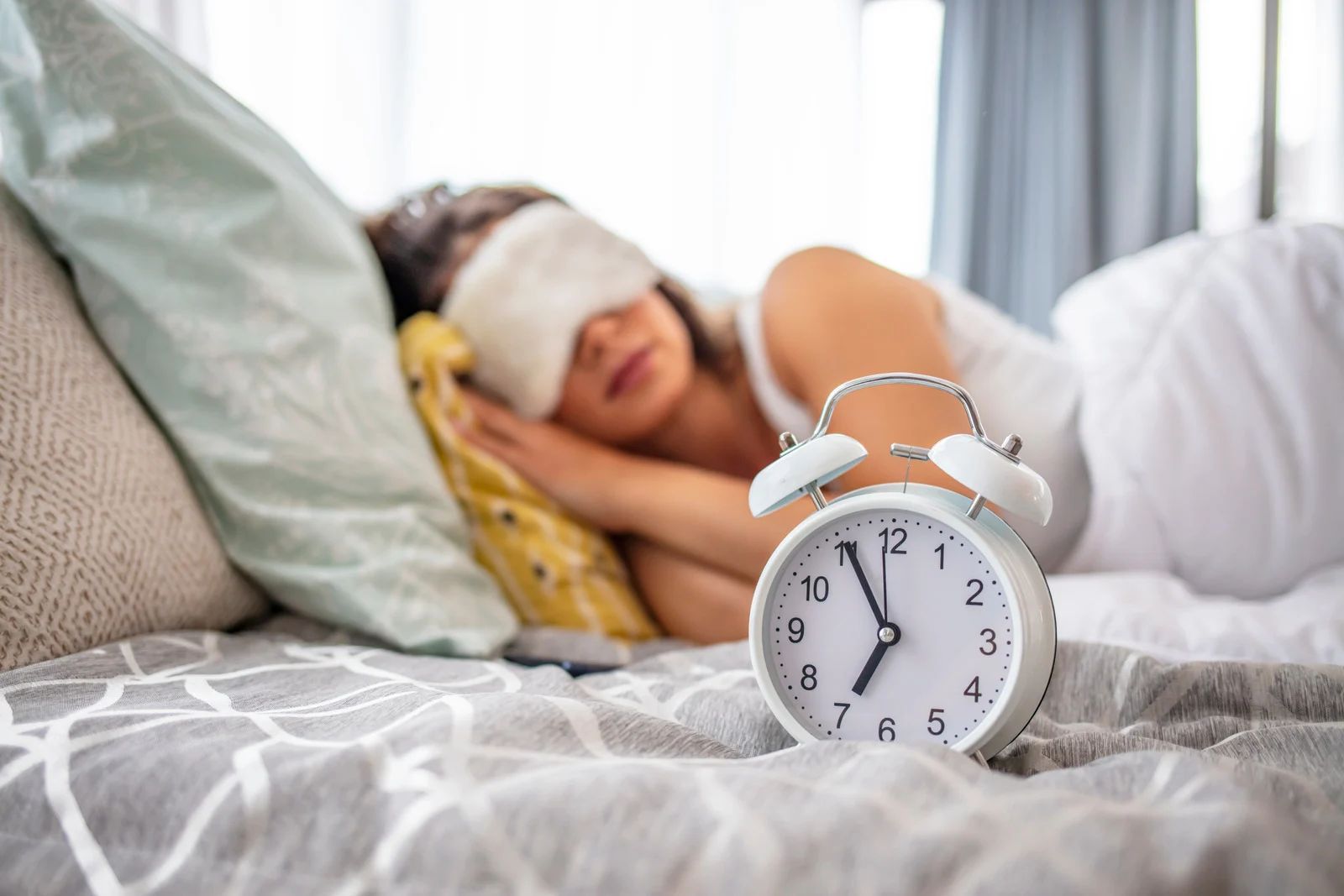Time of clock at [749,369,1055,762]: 6:55
